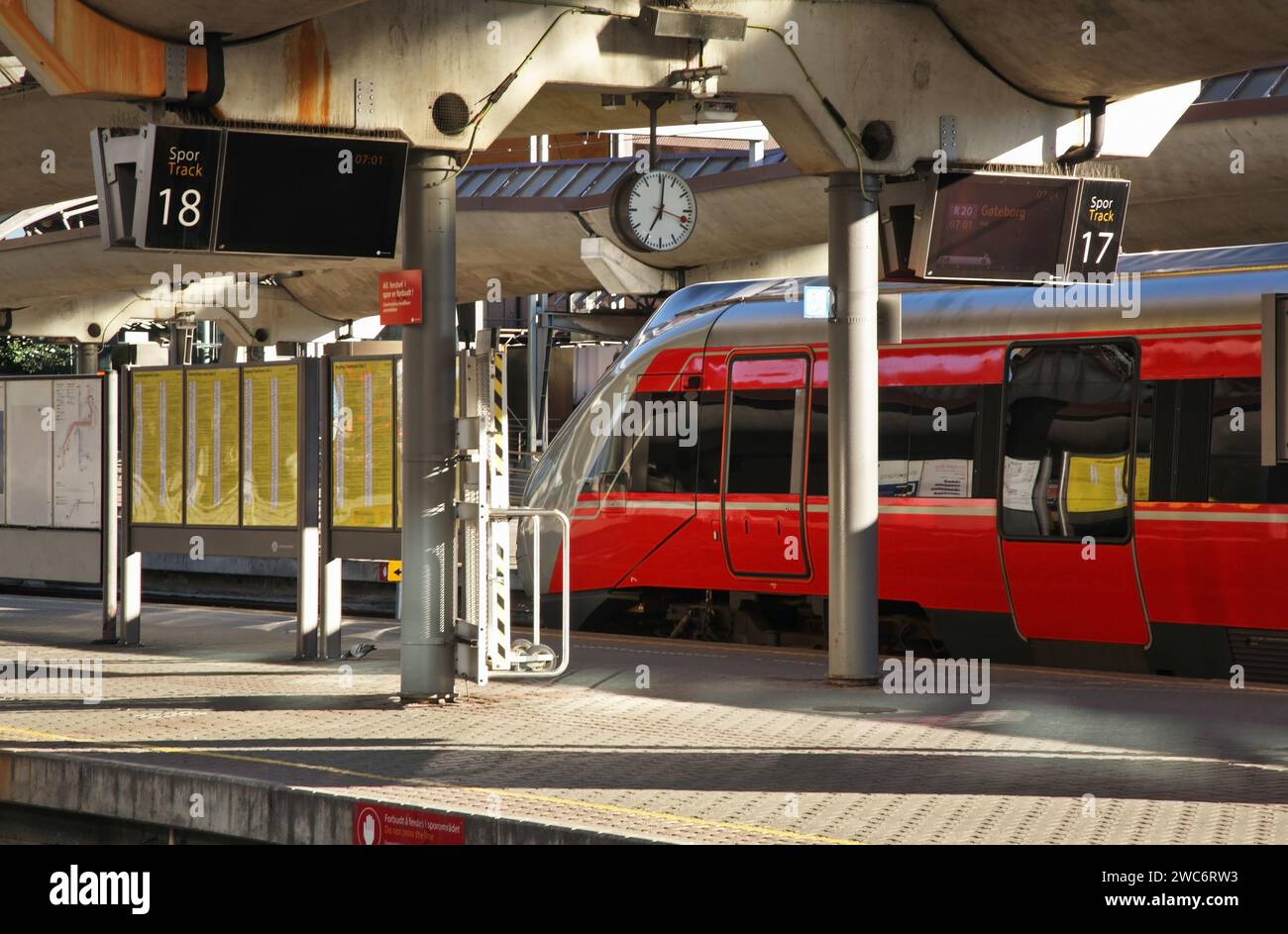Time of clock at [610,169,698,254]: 7:01
